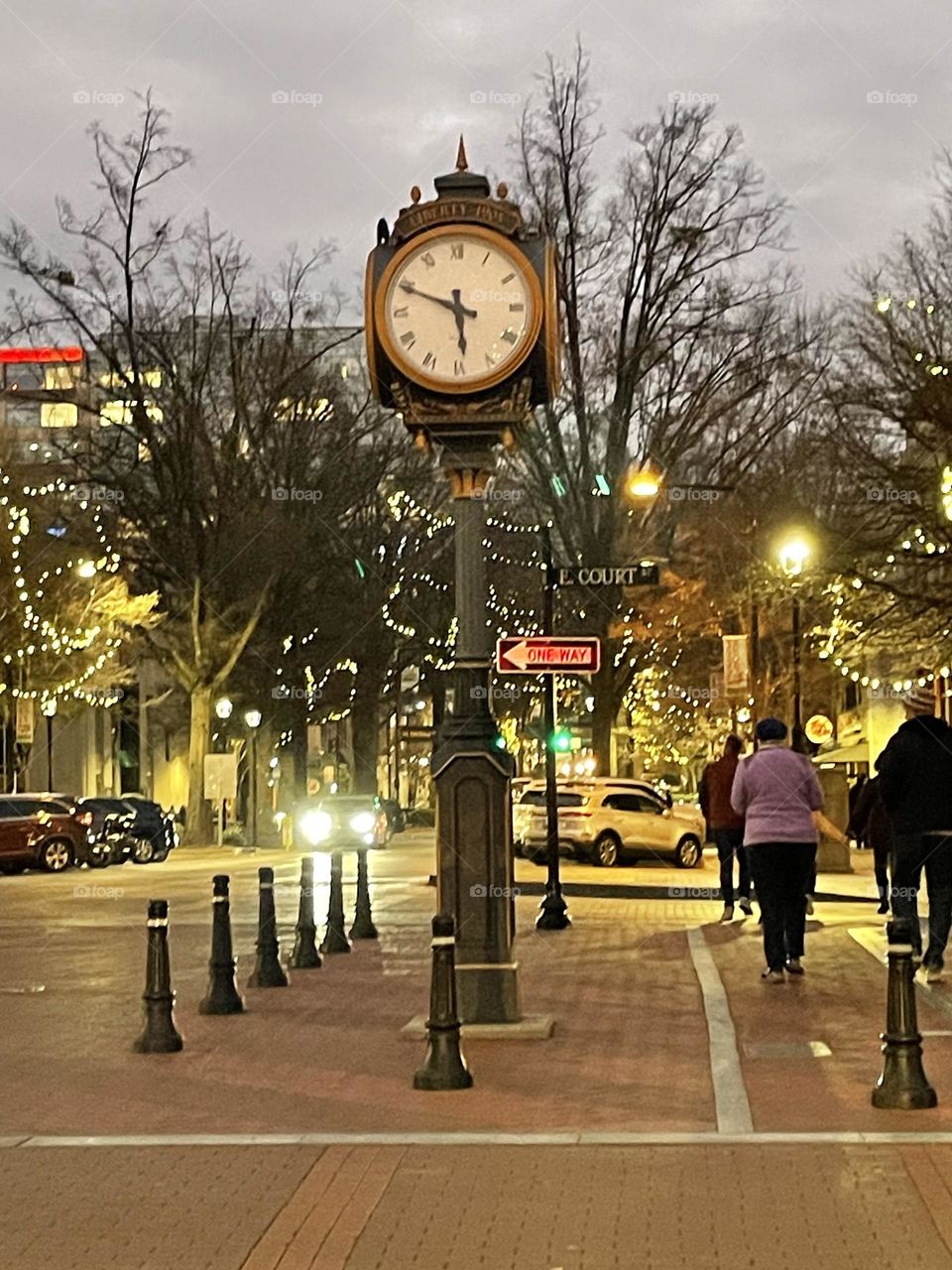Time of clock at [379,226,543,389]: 5:49
